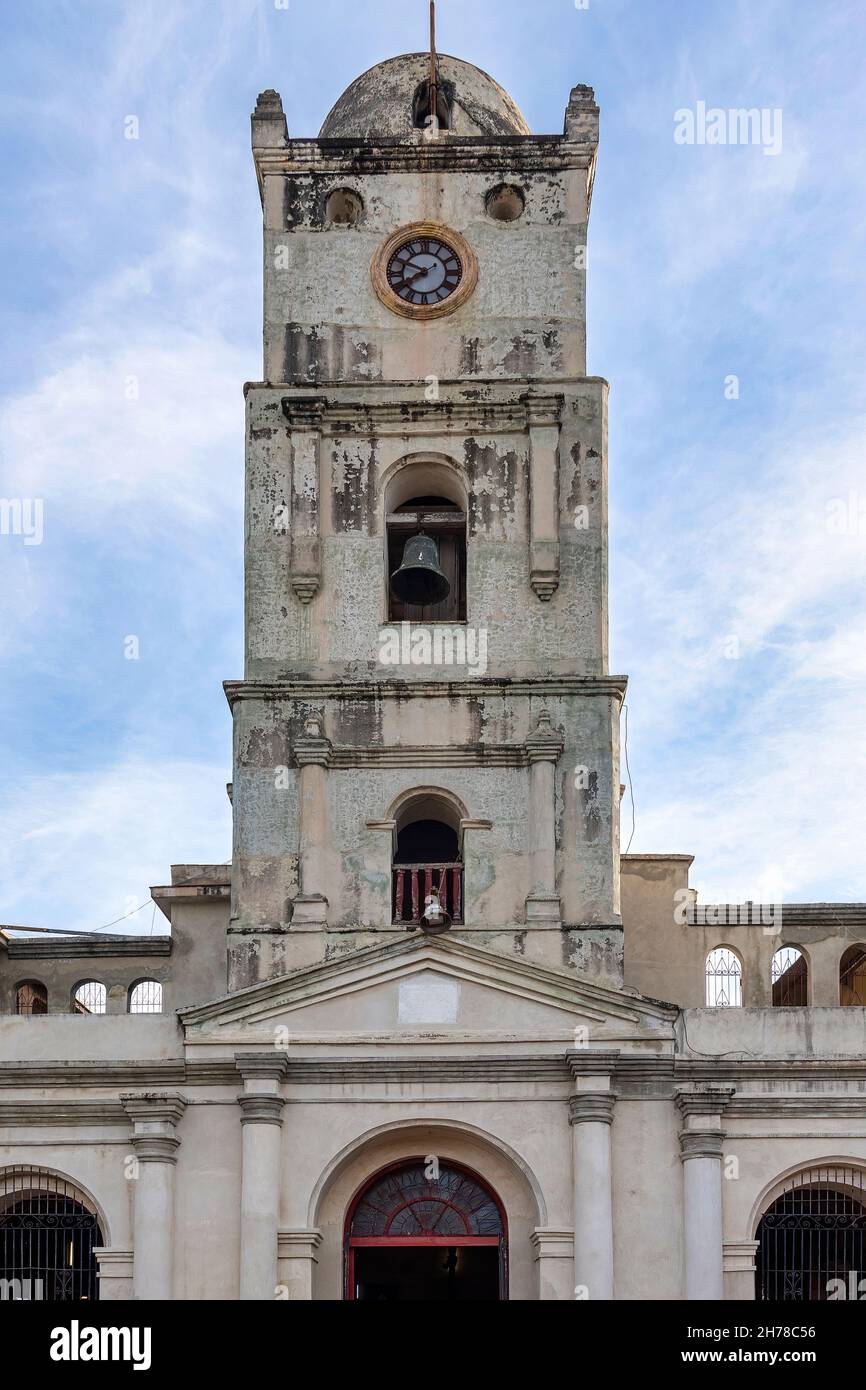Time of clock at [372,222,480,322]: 7:48
